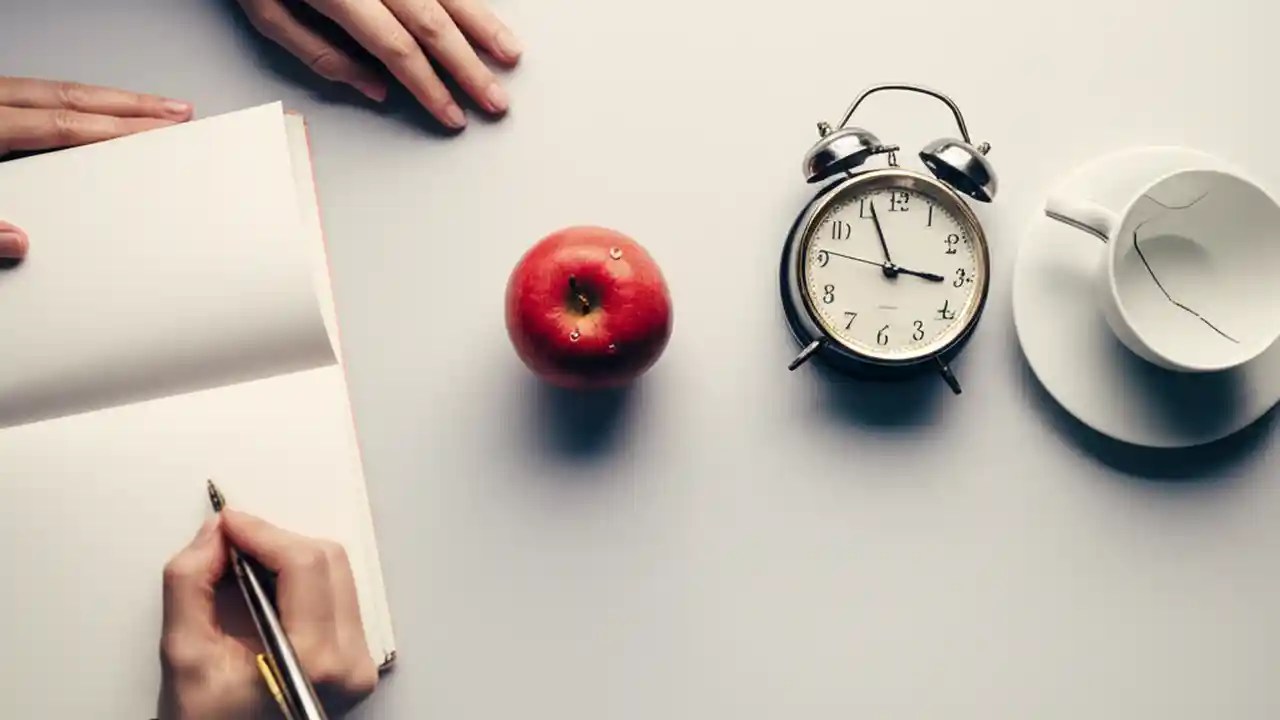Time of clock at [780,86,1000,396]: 2:56
